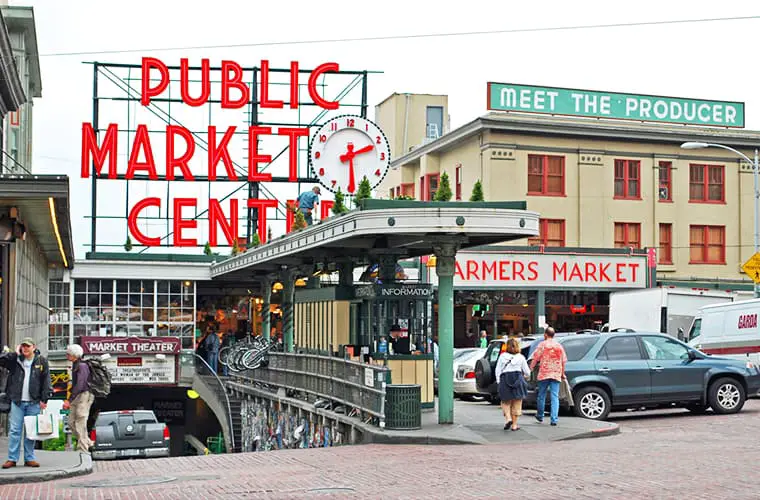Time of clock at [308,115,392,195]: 2:29
